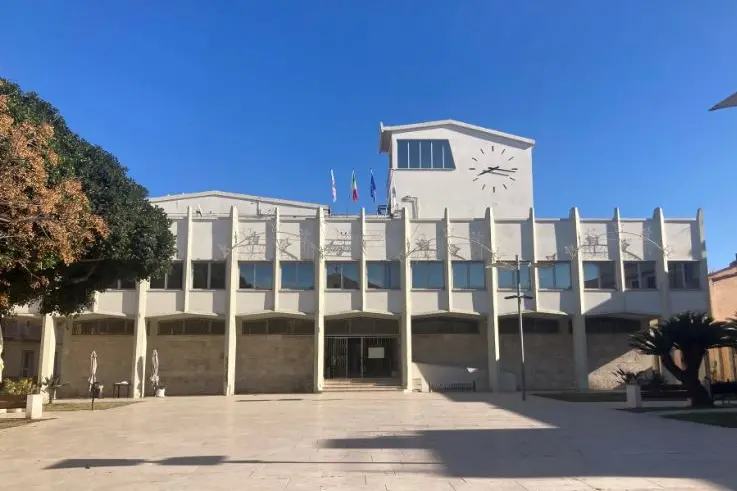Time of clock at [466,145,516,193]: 8:16
